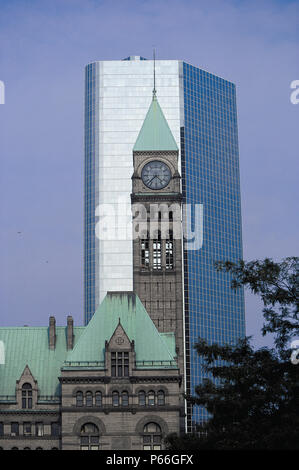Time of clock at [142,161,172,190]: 4:37
